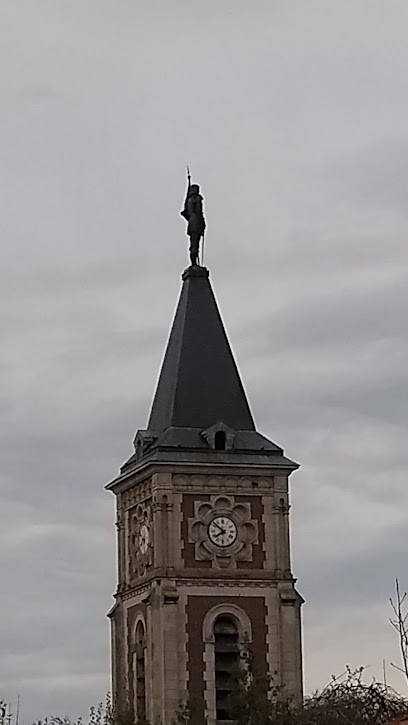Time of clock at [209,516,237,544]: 7:51
